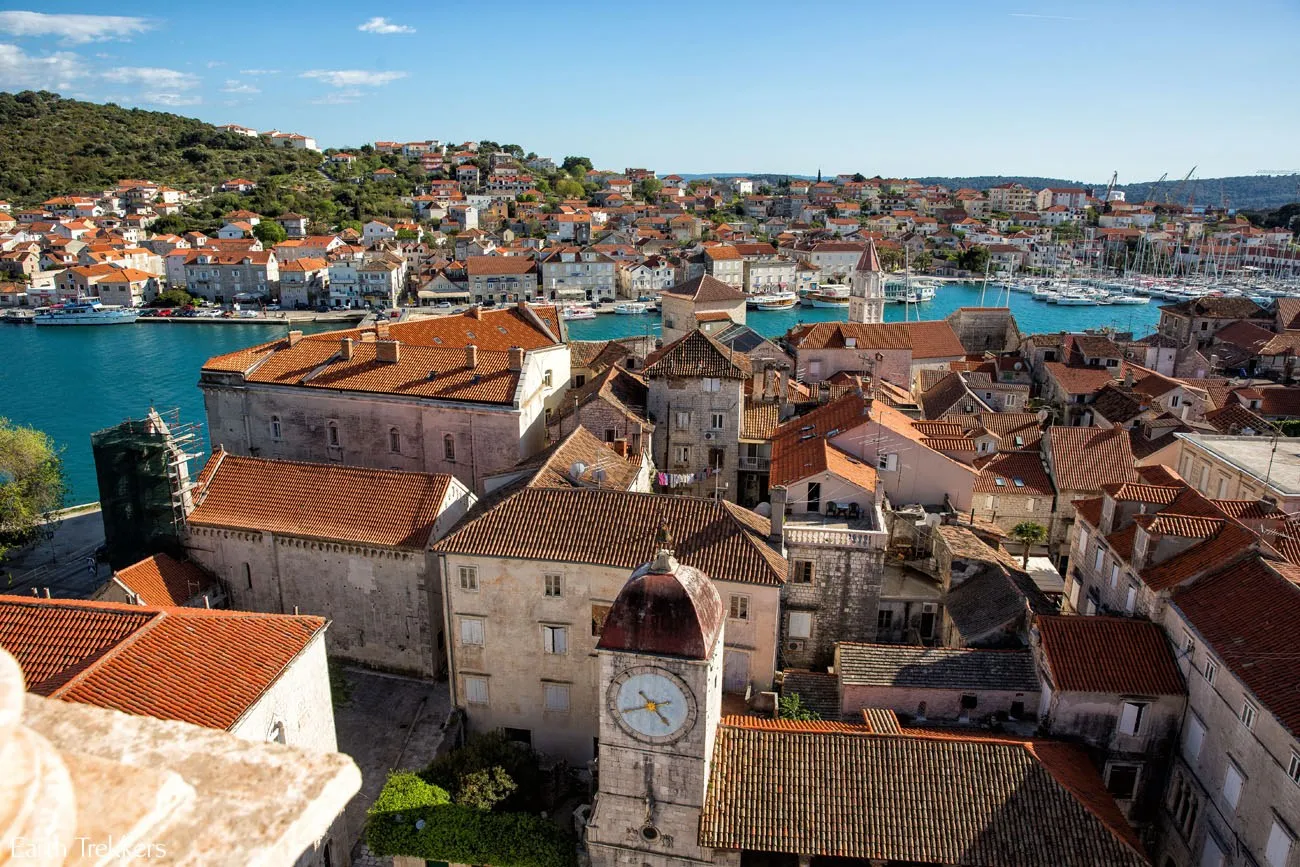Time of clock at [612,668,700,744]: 4:42
